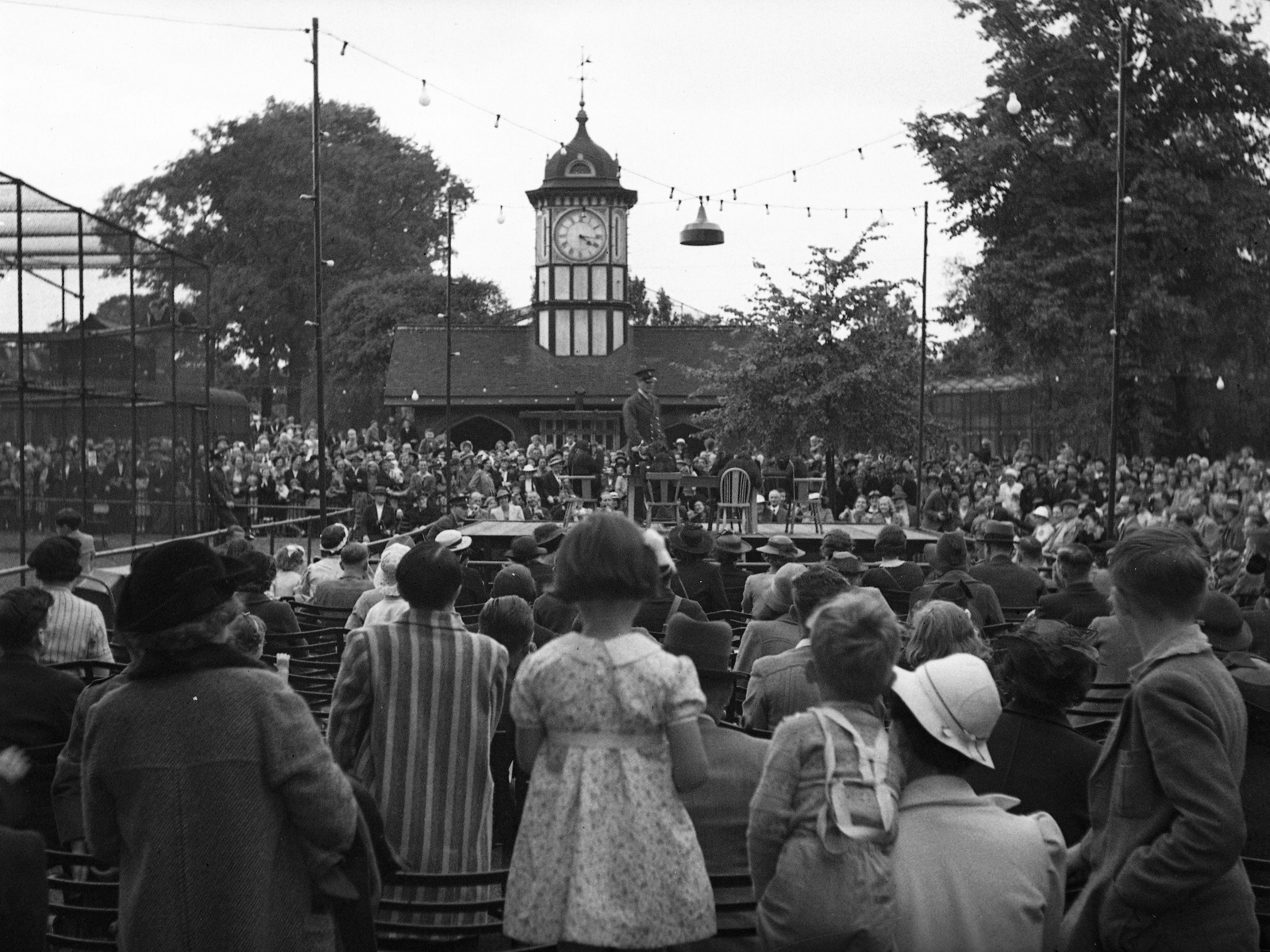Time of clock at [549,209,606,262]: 4:16
